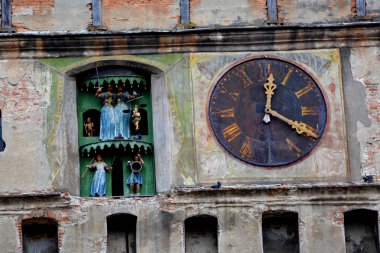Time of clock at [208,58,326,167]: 12:20
